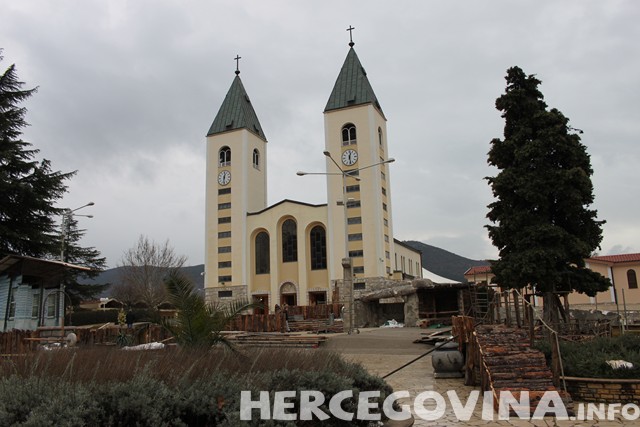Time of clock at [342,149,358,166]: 12:28
